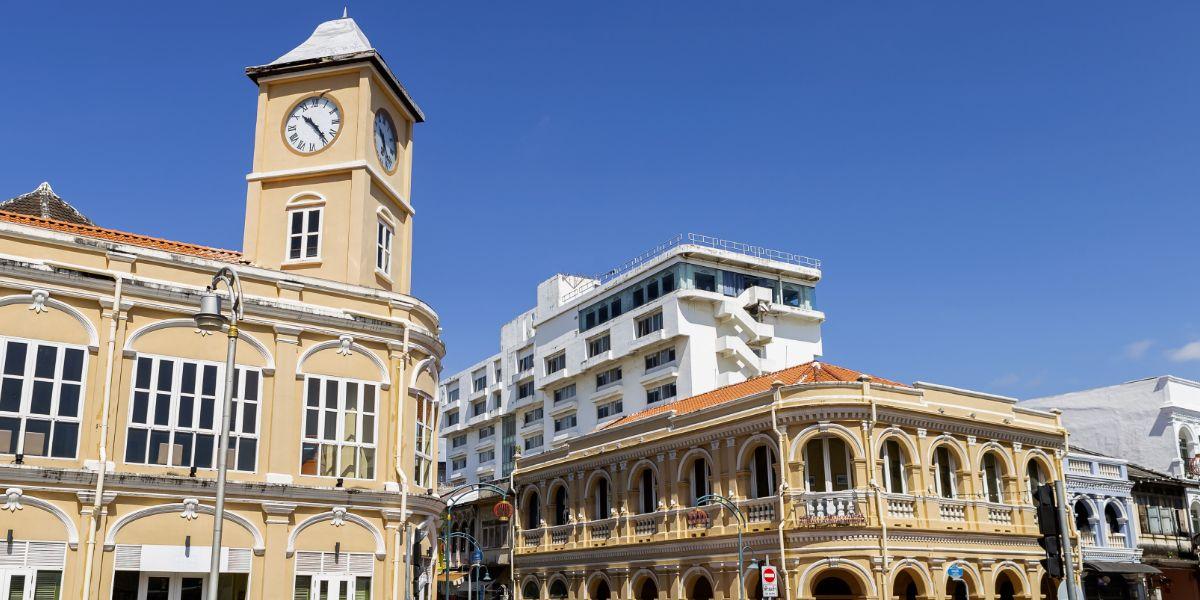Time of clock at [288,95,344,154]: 10:23
